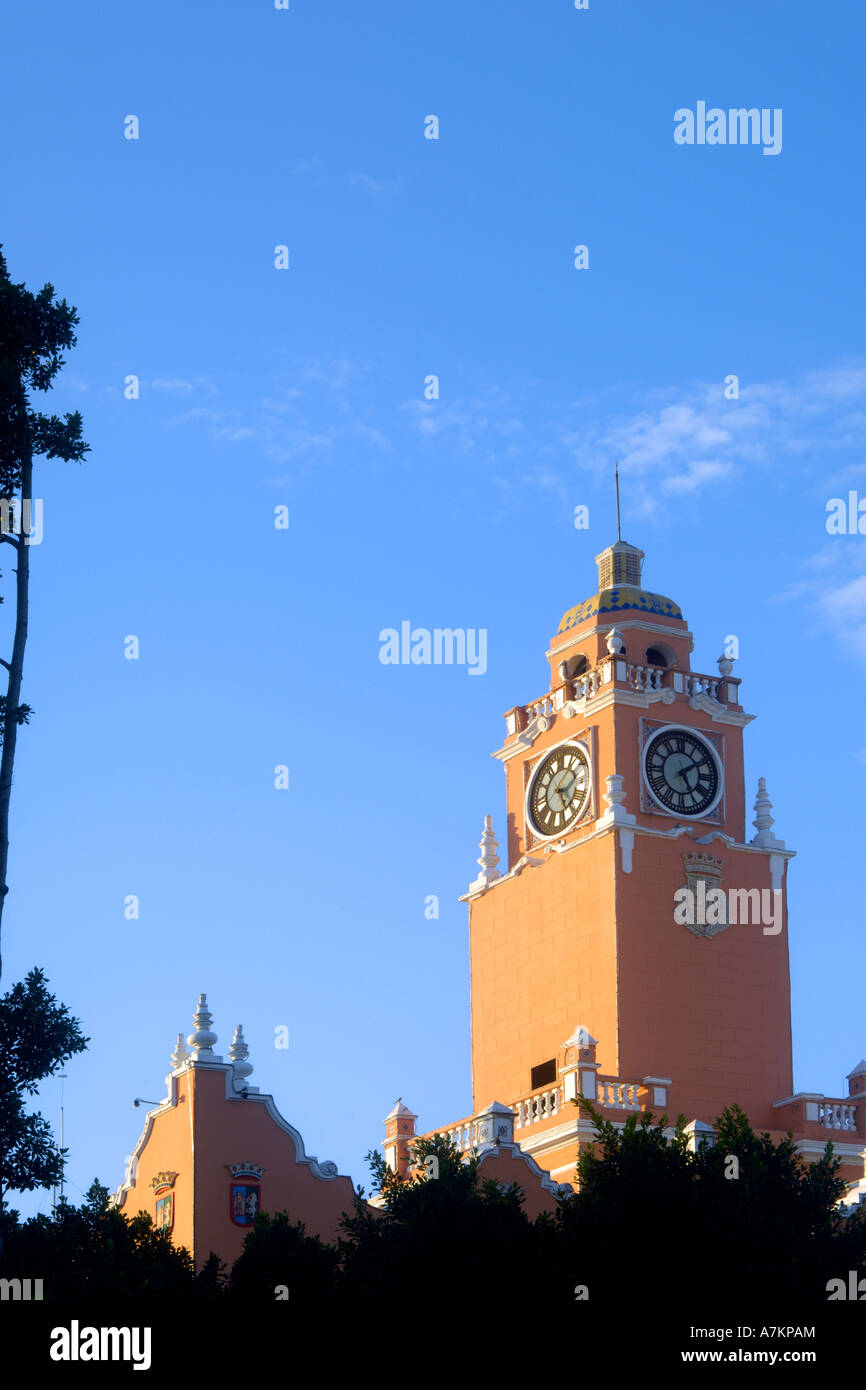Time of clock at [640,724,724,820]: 5:09
